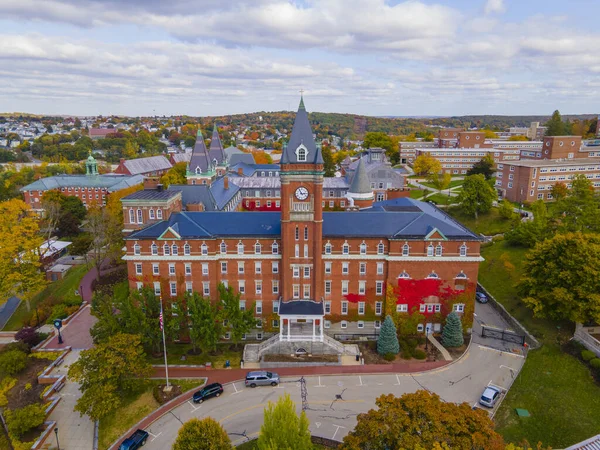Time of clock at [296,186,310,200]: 2:56
